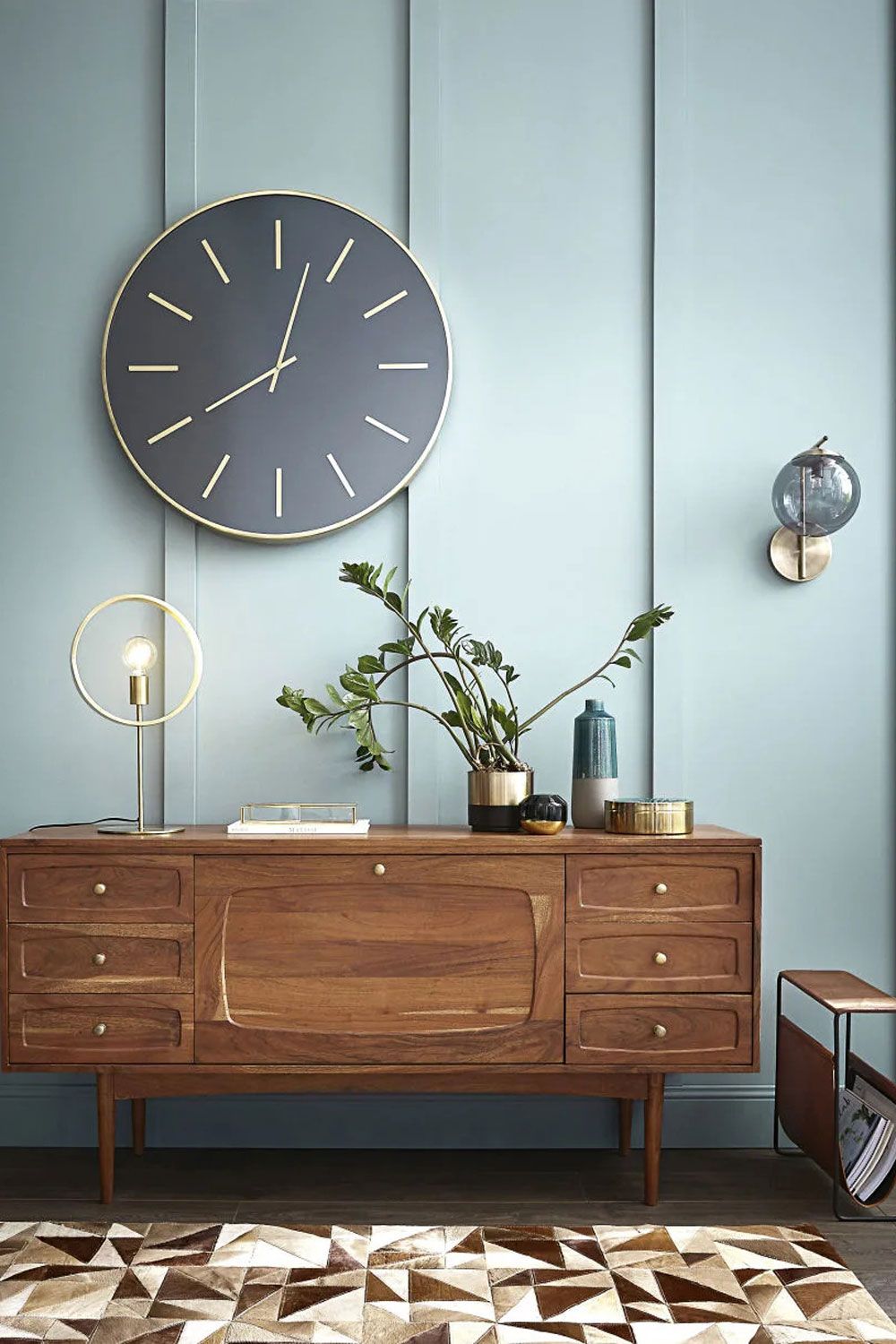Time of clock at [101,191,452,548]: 12:40
